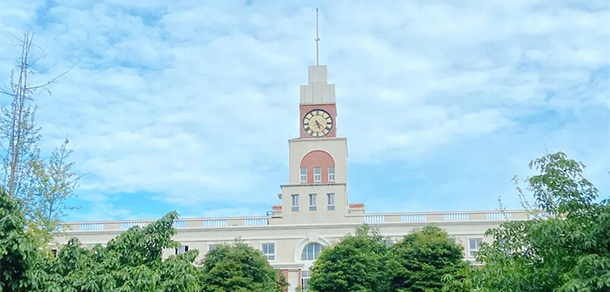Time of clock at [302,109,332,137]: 5:21
